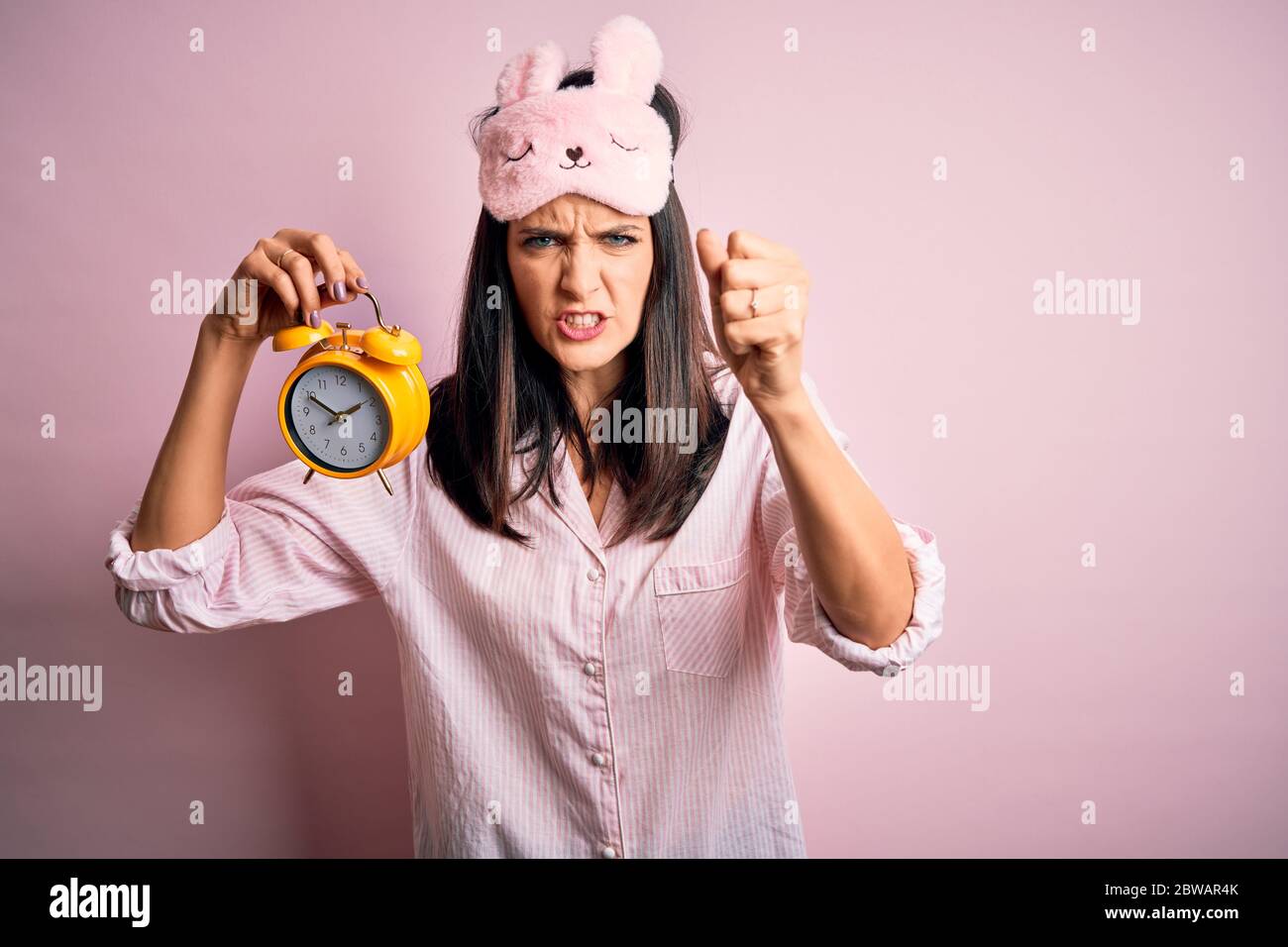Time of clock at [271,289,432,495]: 1:49
